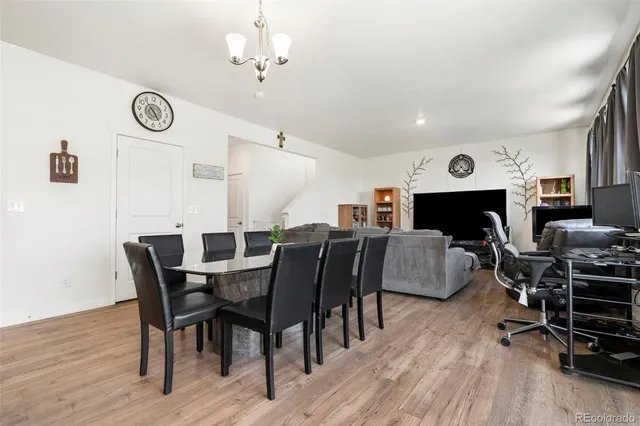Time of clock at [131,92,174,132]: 4:53
